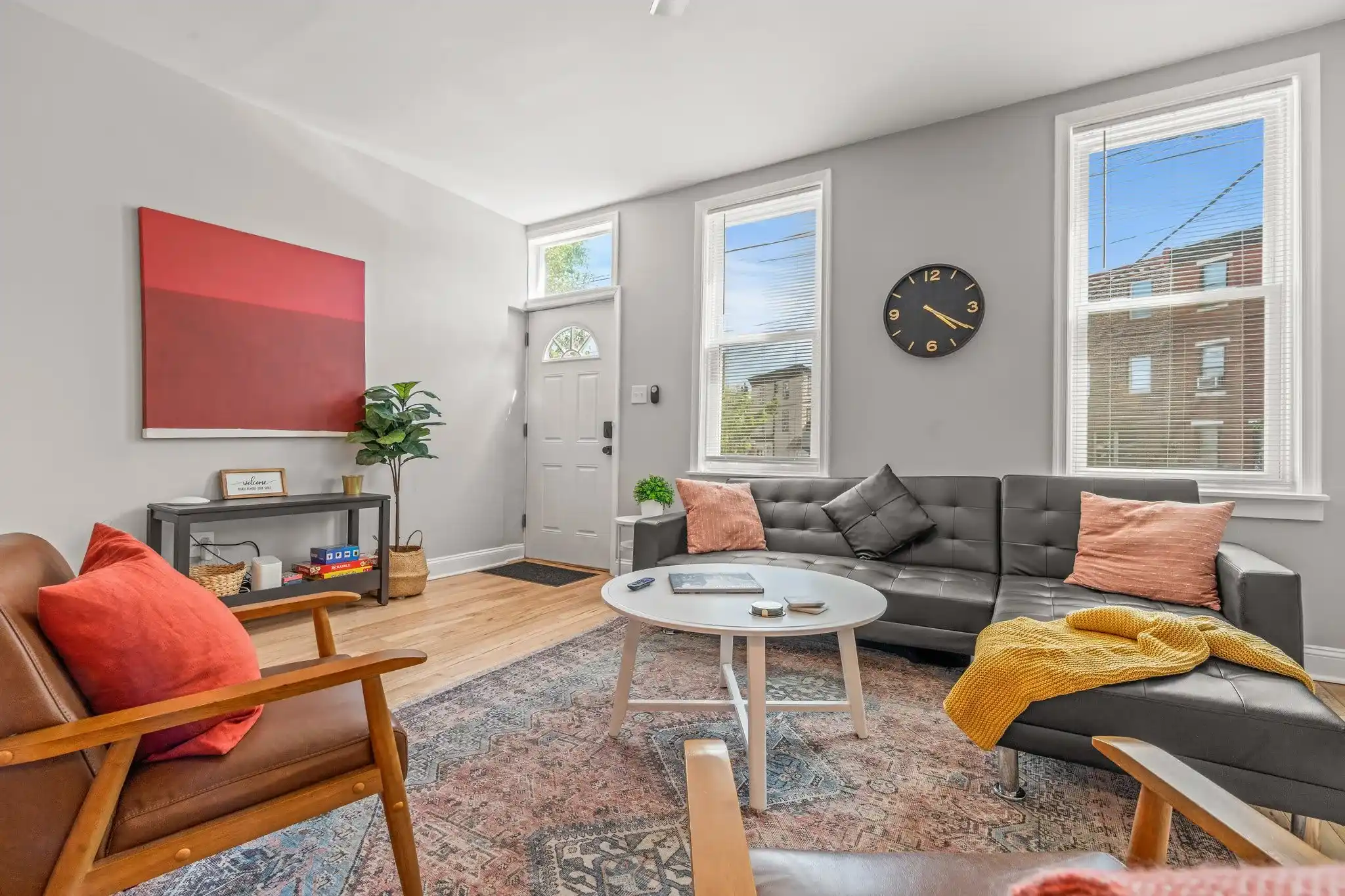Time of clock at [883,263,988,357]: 4:20
